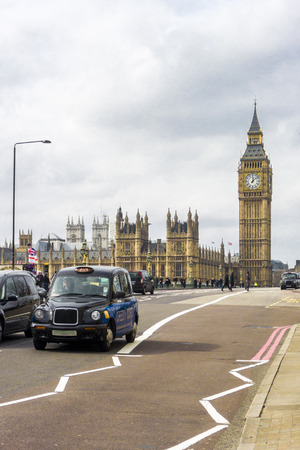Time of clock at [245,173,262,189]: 12:07
